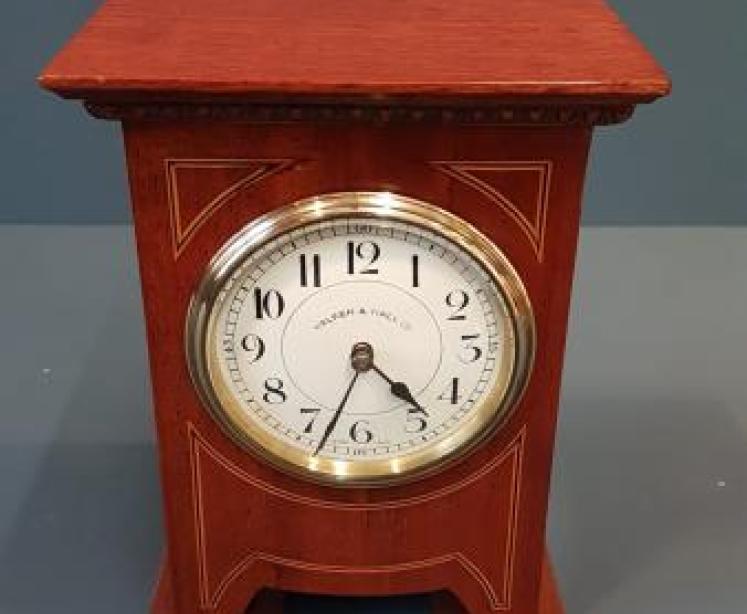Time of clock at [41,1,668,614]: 4:33
